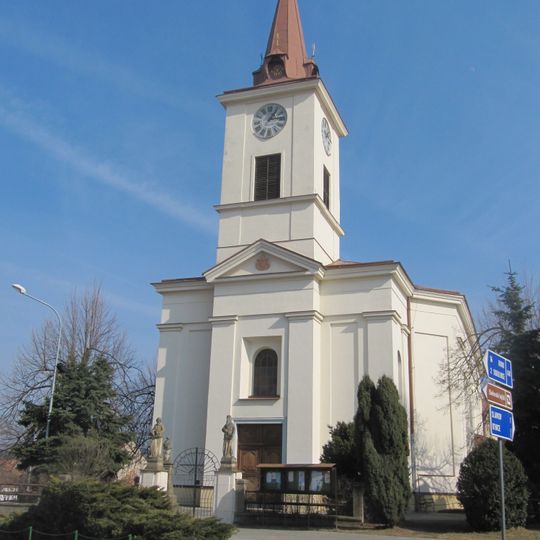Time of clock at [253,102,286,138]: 1:13
